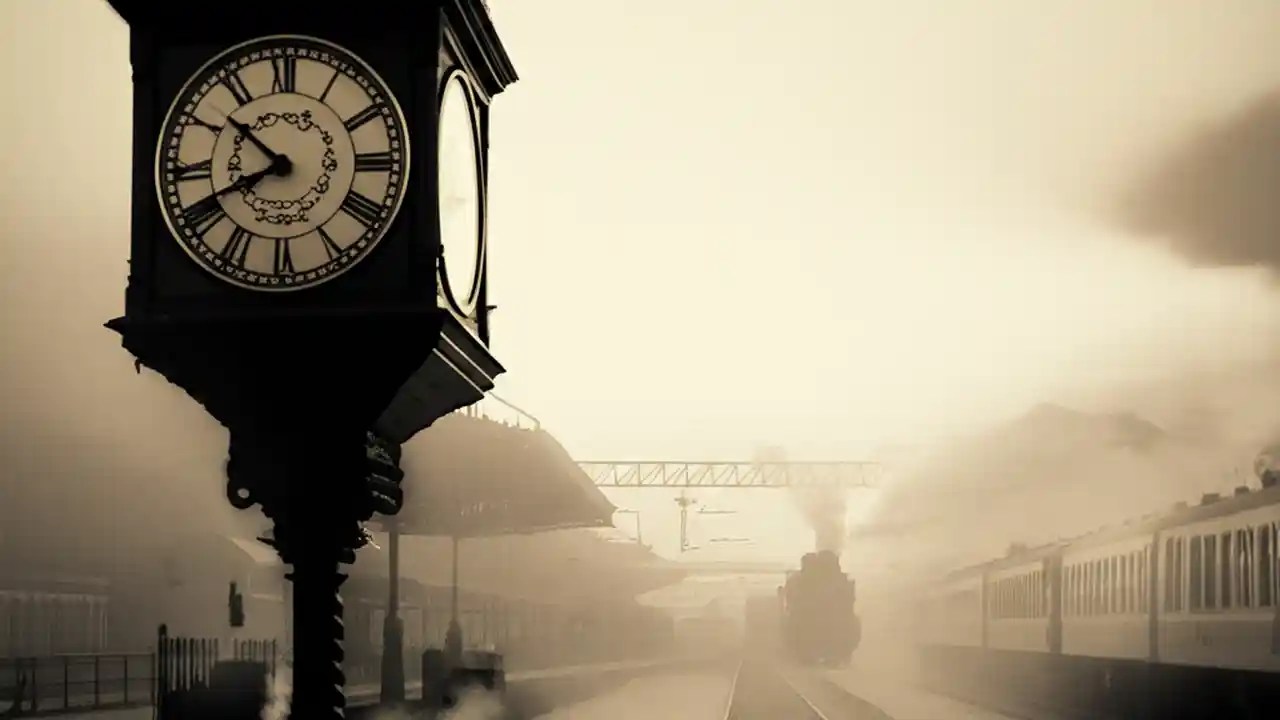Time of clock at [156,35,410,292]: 7:51
